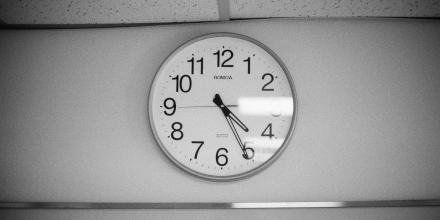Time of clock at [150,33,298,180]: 4:25
